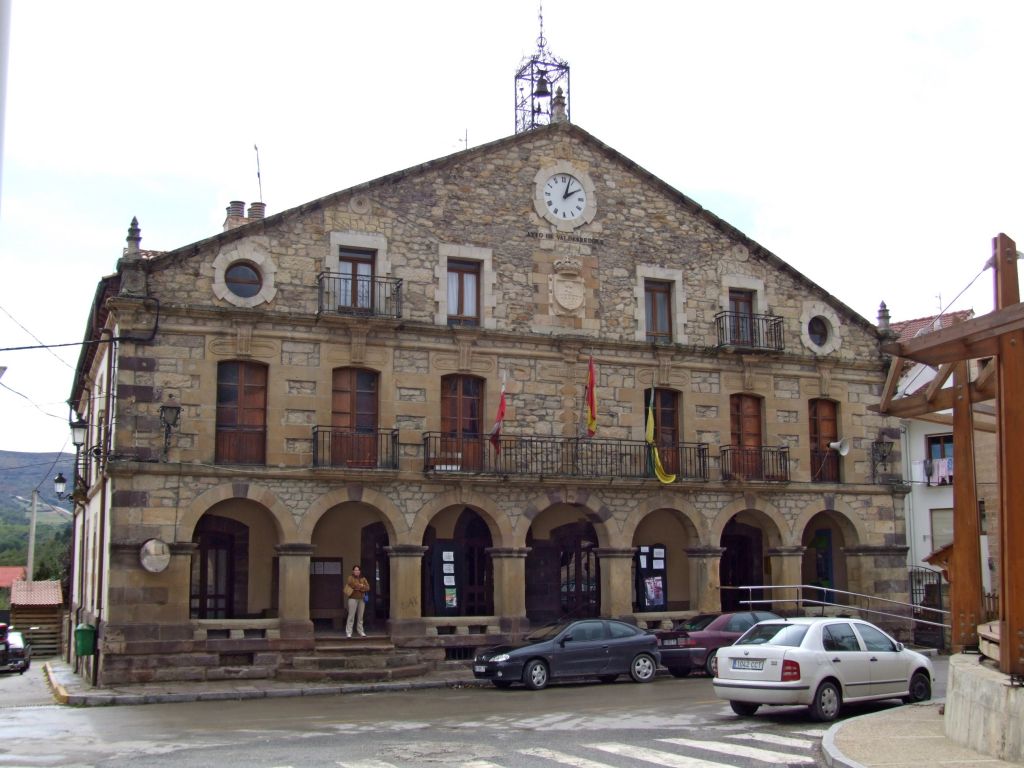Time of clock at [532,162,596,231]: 2:03
